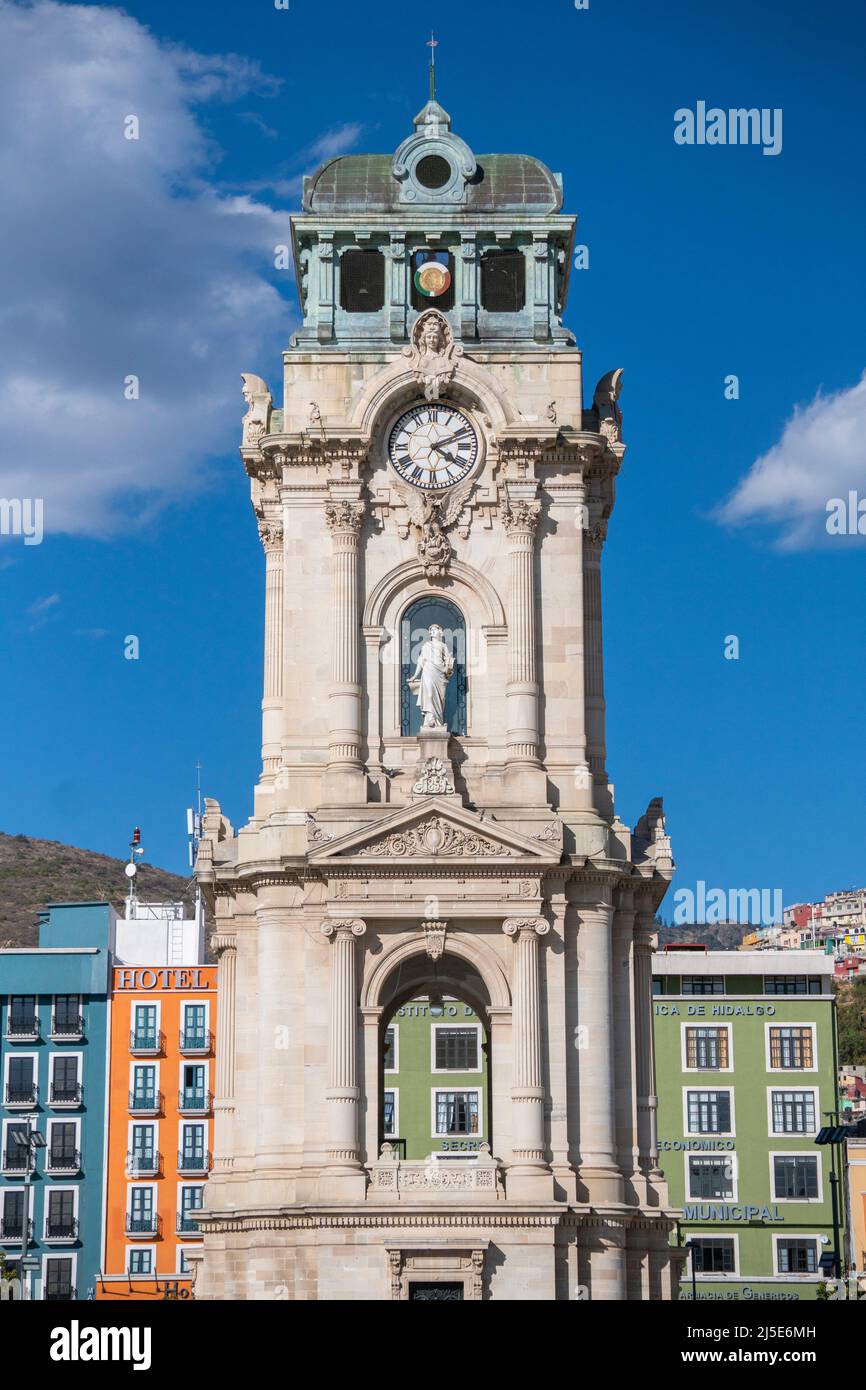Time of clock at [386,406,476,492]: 4:10
